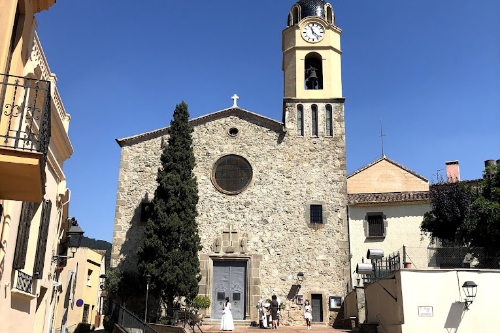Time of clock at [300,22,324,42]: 11:22
